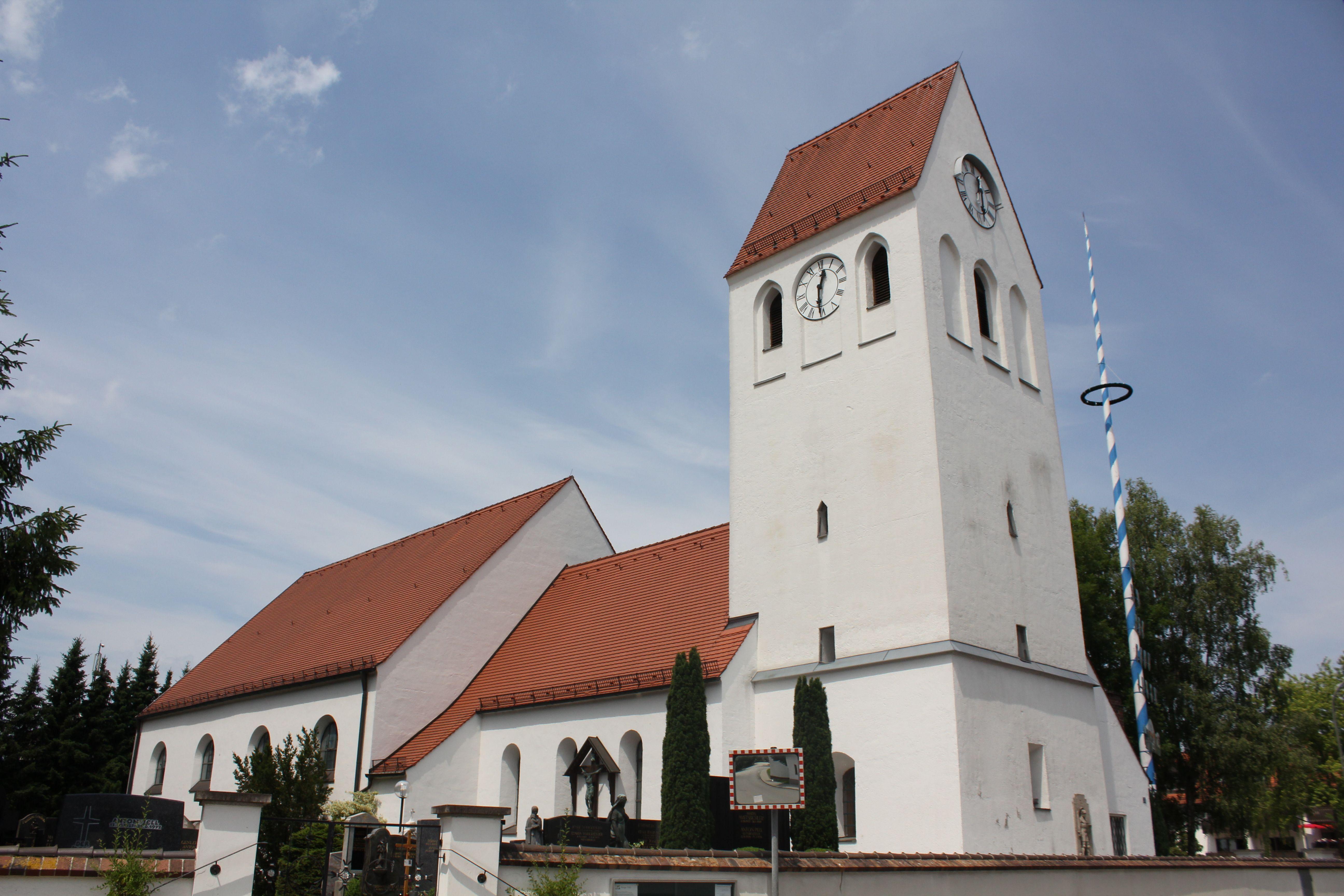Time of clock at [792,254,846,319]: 12:30
